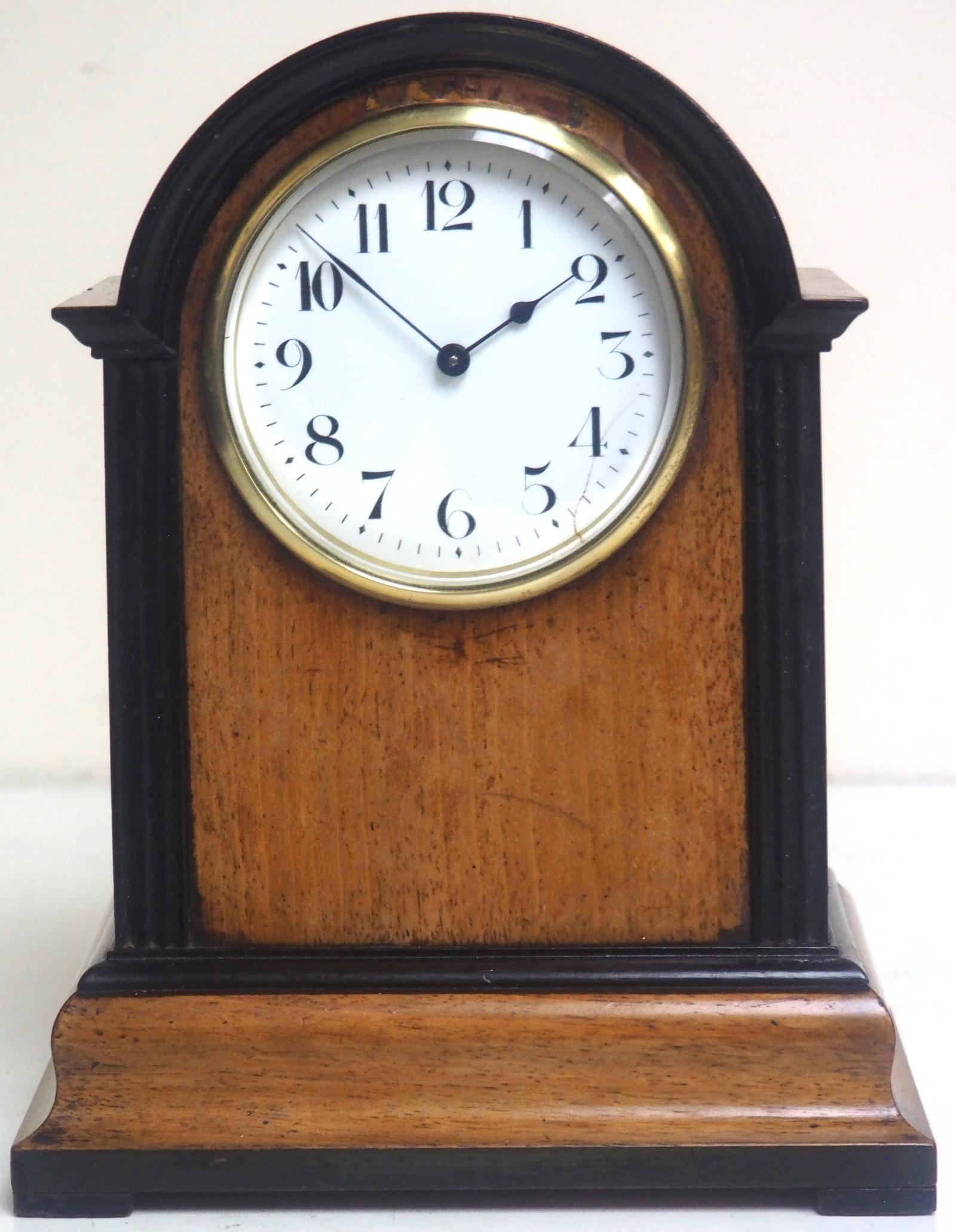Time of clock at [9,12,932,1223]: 1:51
